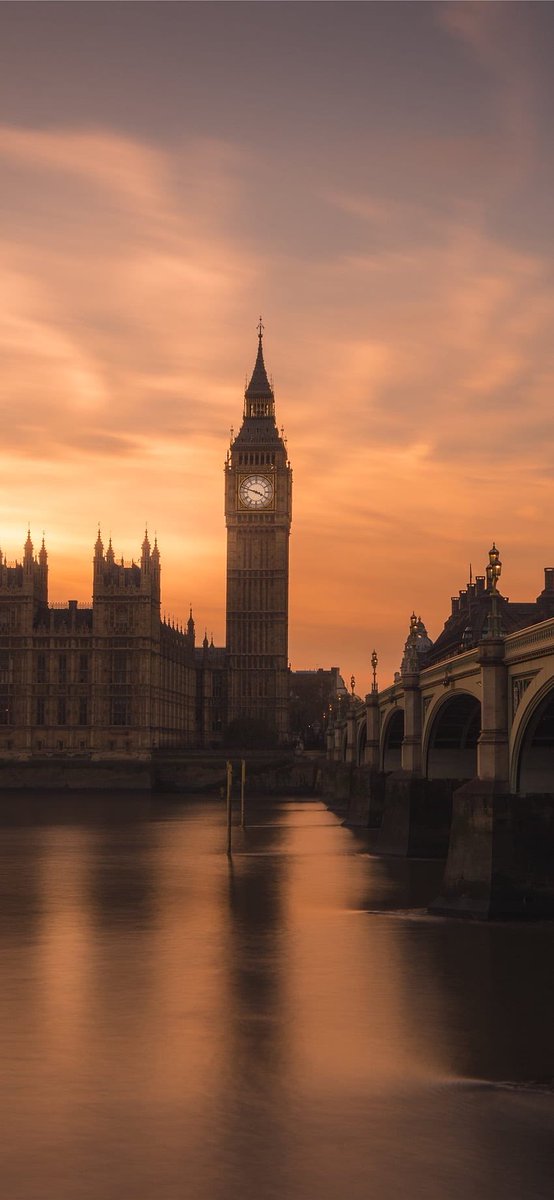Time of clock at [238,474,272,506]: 3:47
